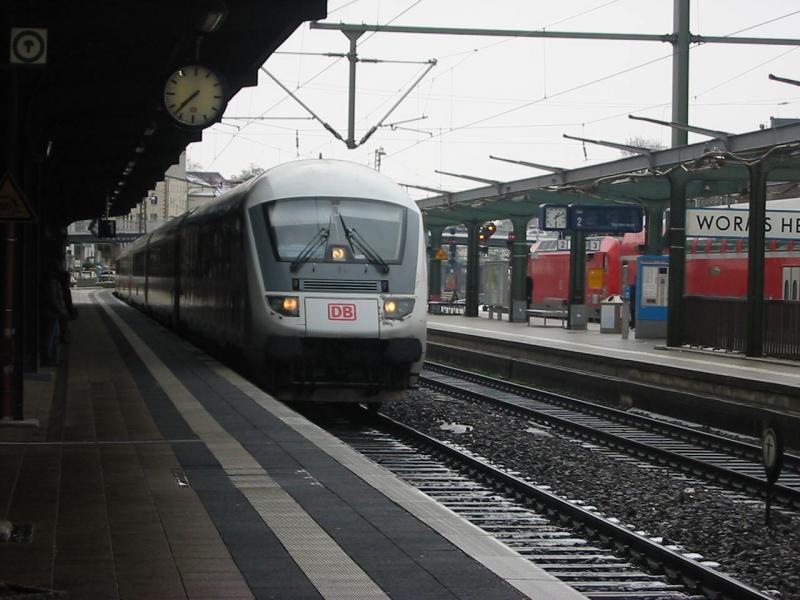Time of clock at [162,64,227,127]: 7:37
